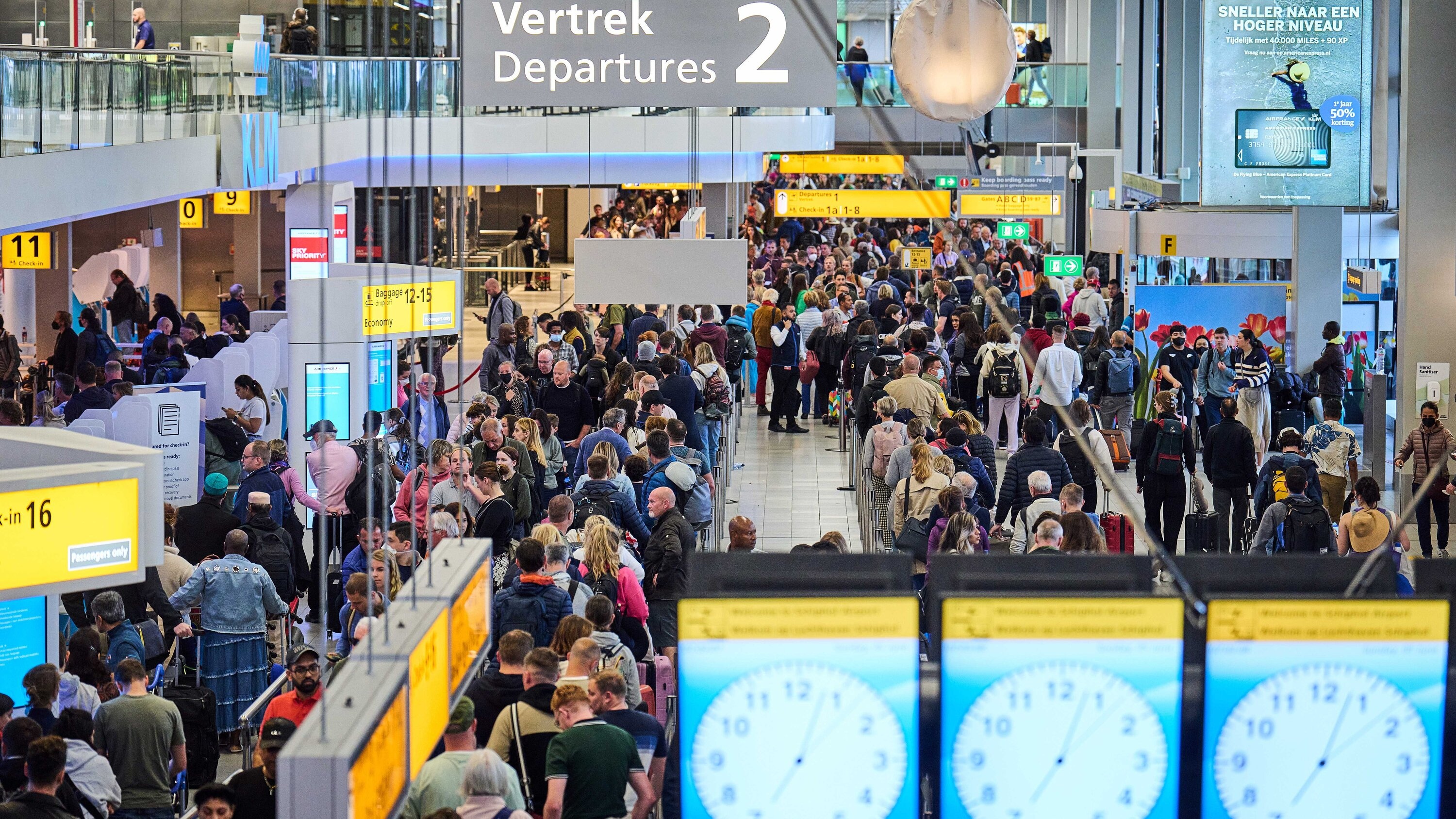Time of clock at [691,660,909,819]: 7:03
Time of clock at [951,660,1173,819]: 7:03
